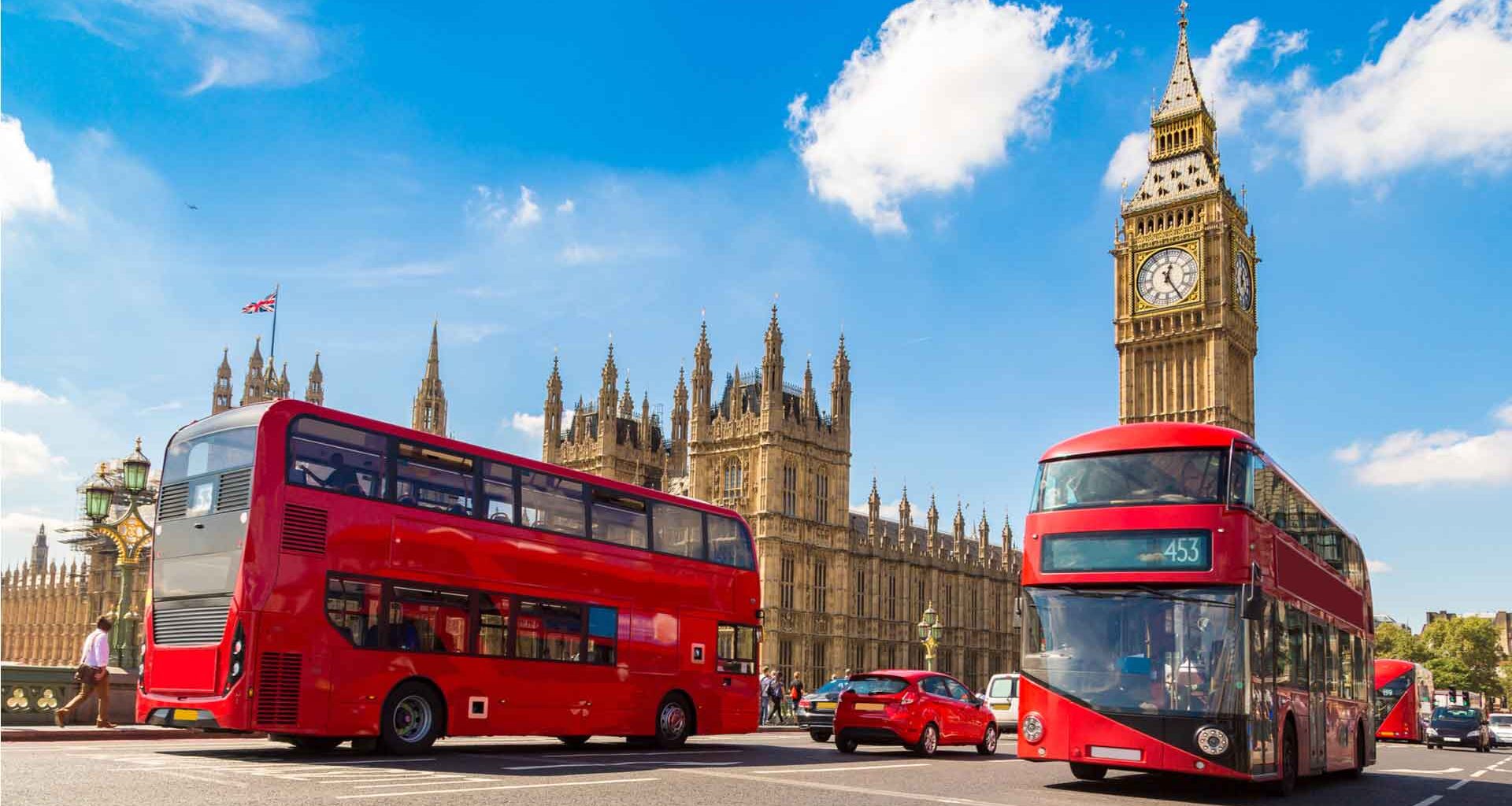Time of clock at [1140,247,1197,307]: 12:24
